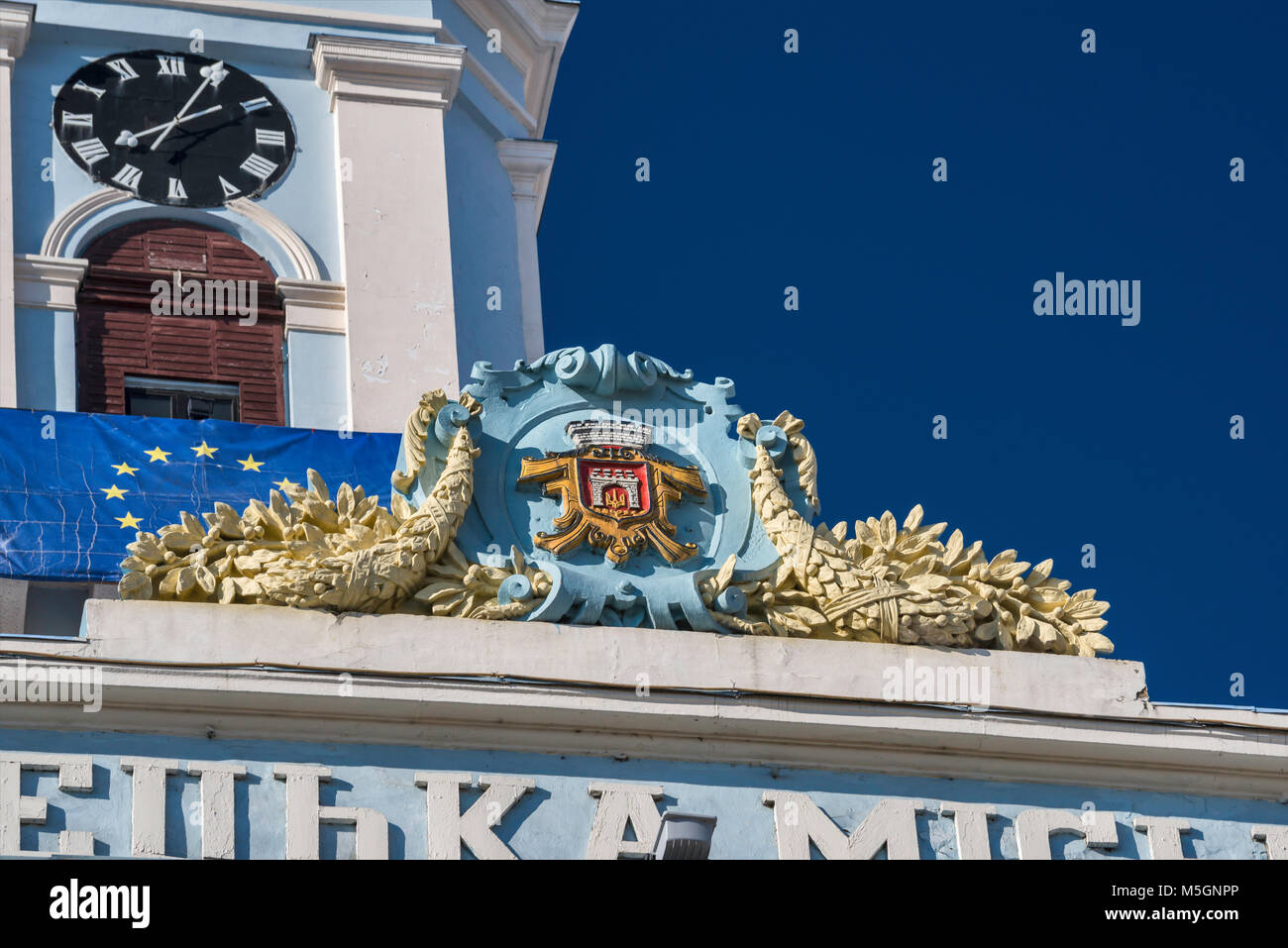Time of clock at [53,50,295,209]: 8:04
